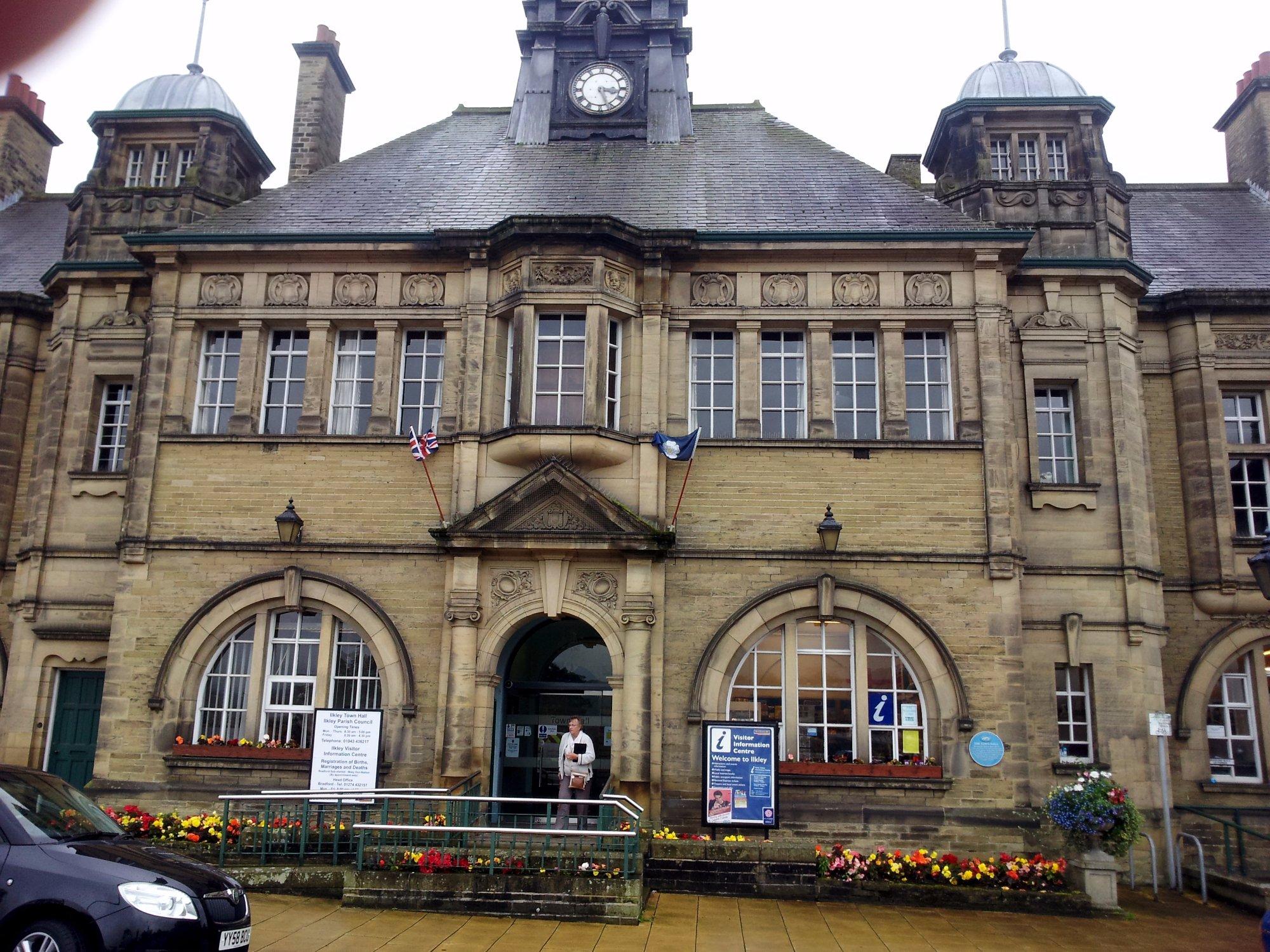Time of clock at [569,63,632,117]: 3:26
